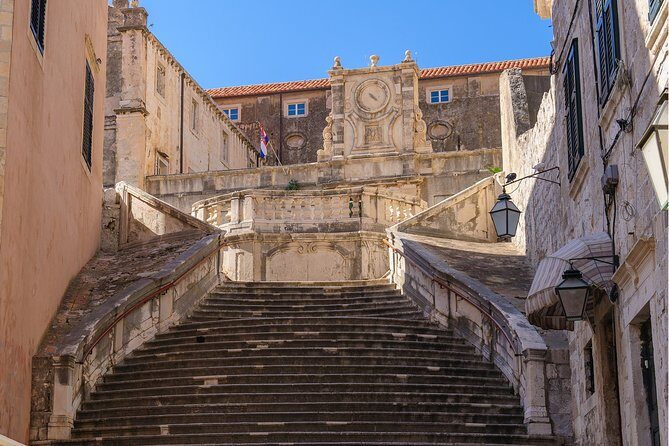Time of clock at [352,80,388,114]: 4:22
